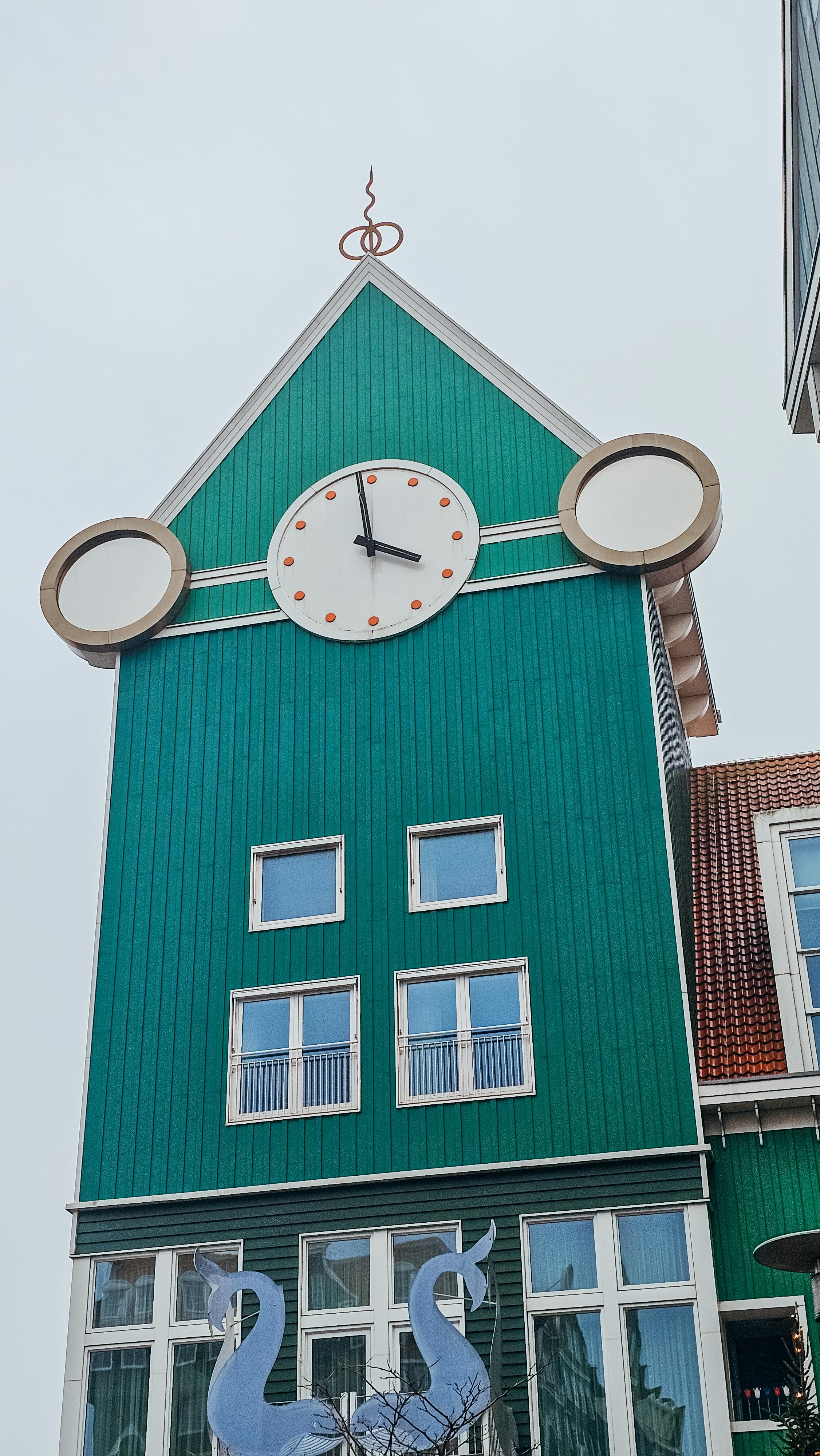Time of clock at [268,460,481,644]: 3:58
